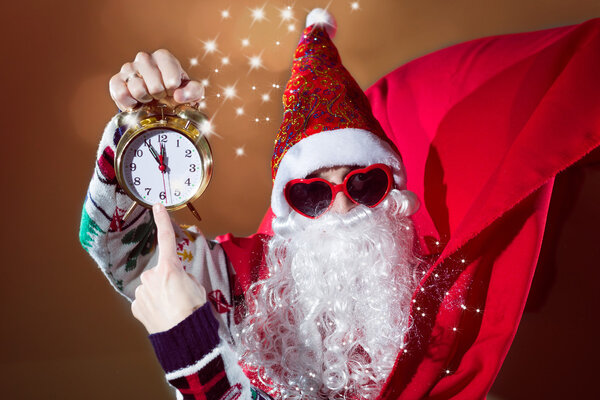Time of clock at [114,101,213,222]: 11:54
